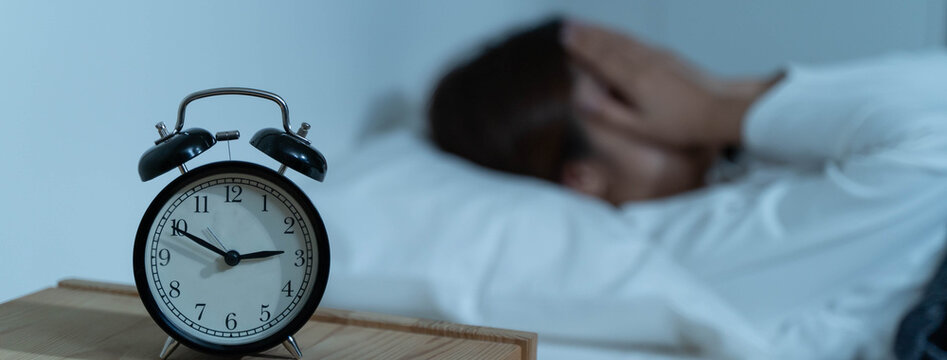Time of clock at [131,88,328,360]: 2:49
